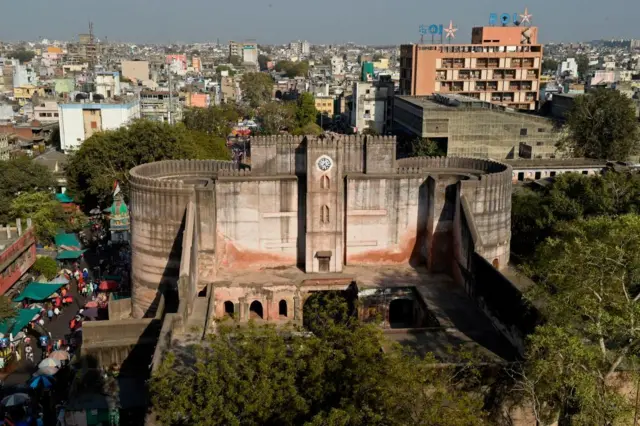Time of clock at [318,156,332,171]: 7:22
